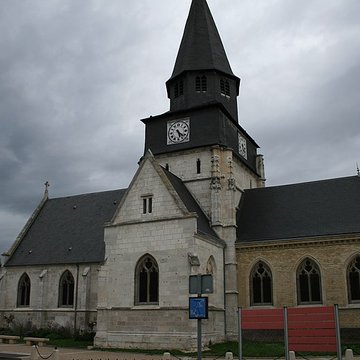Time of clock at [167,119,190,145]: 5:22
